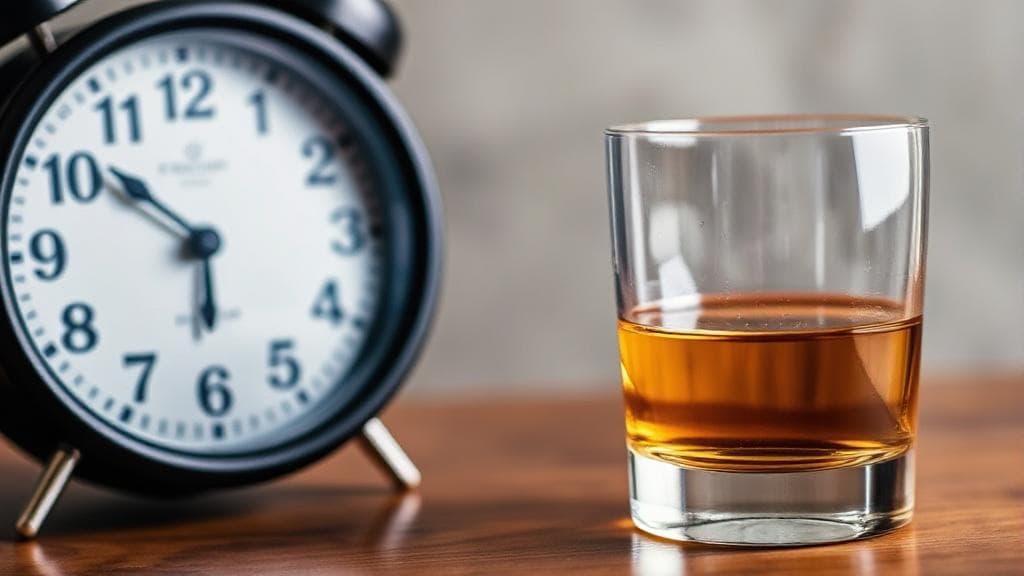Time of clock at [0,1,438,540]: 5:51
